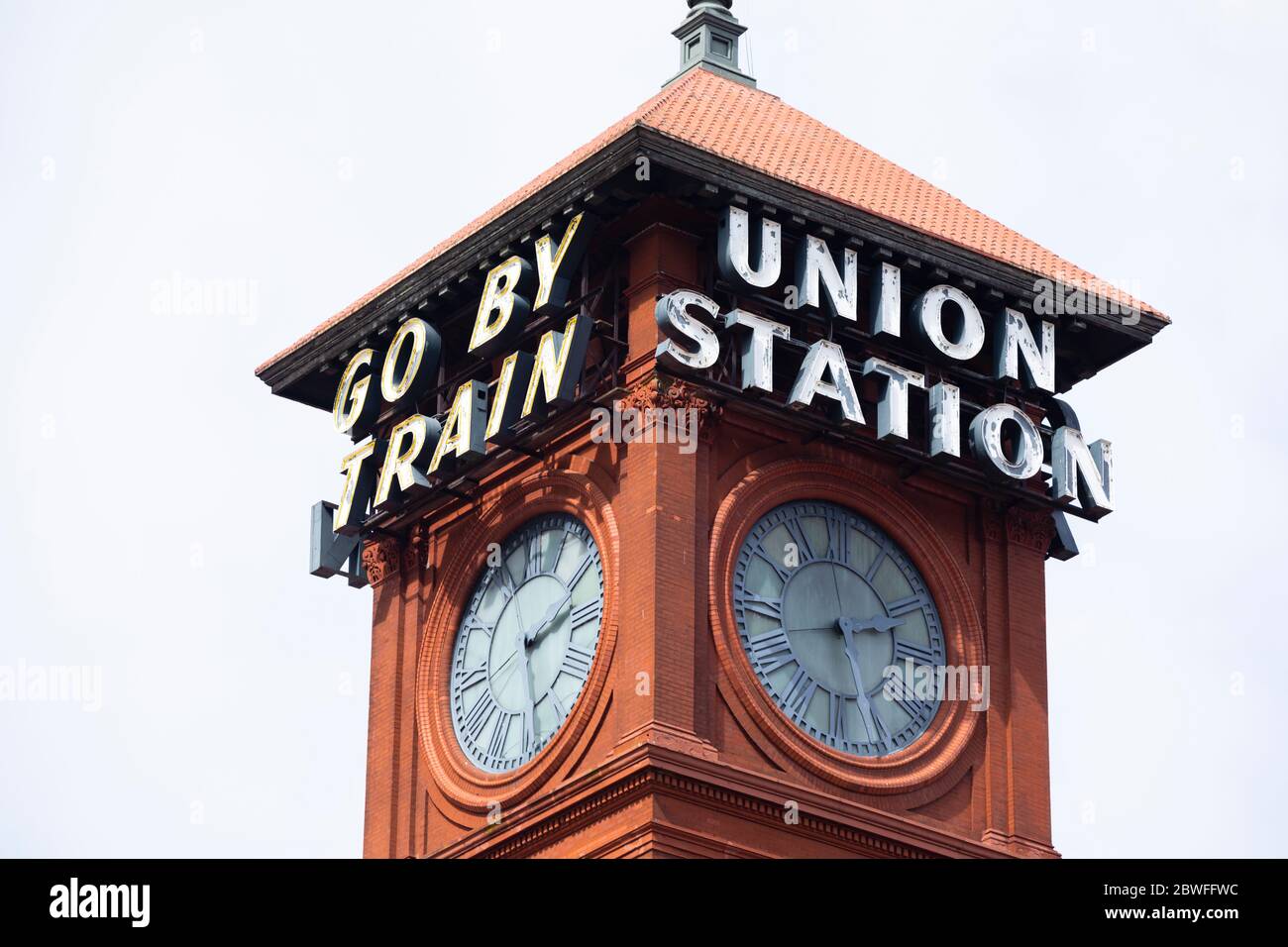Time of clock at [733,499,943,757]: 2:42
